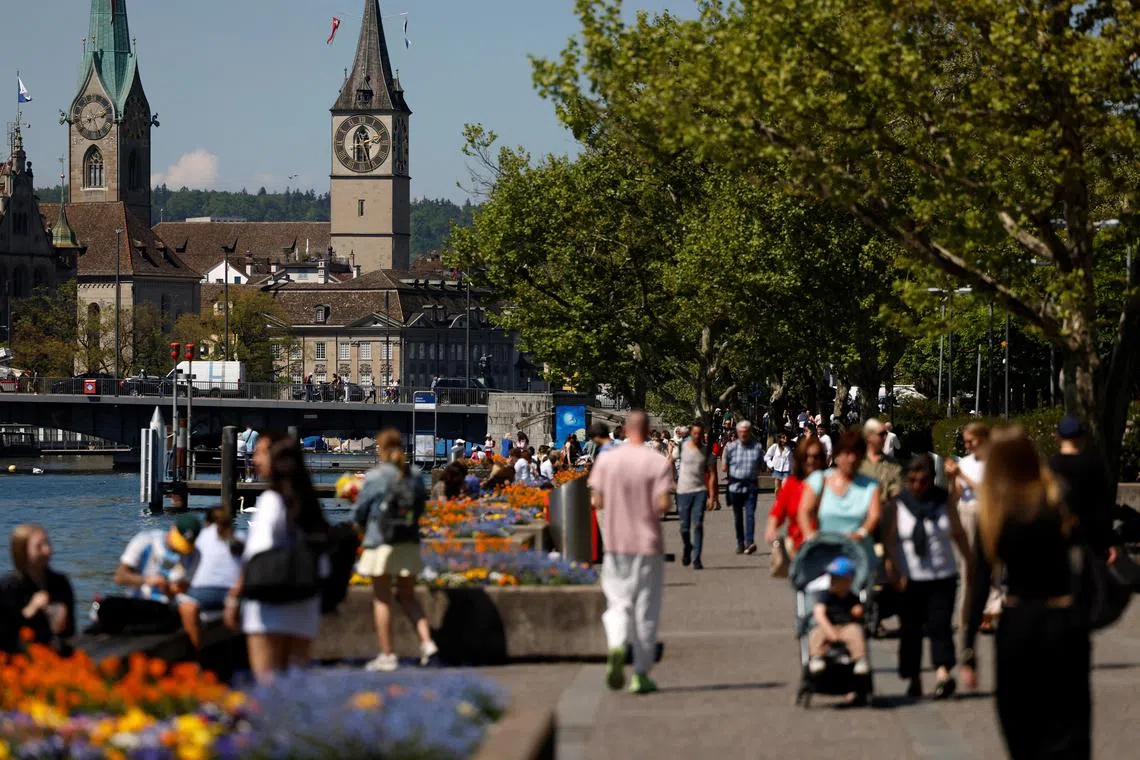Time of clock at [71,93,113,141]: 8:12
